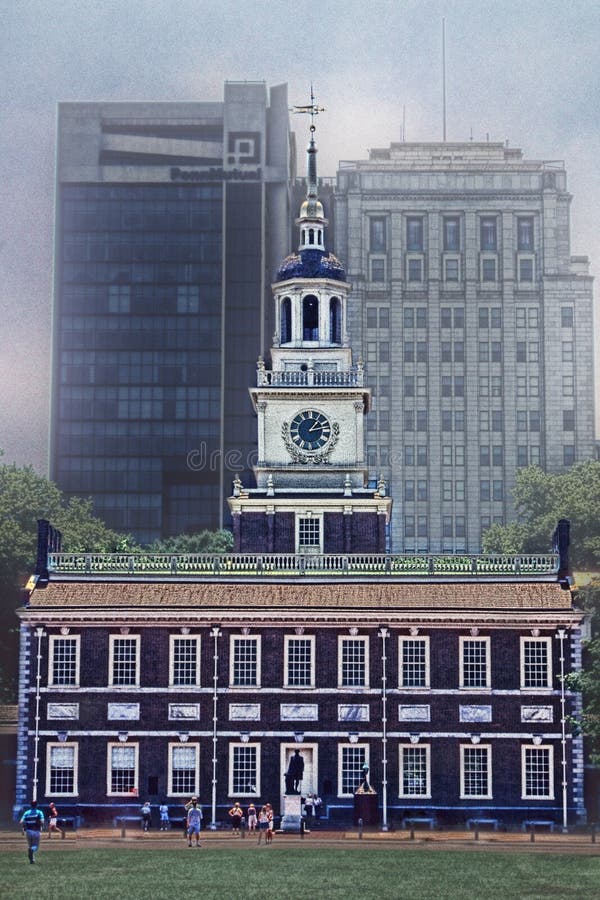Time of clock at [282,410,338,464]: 1:12
